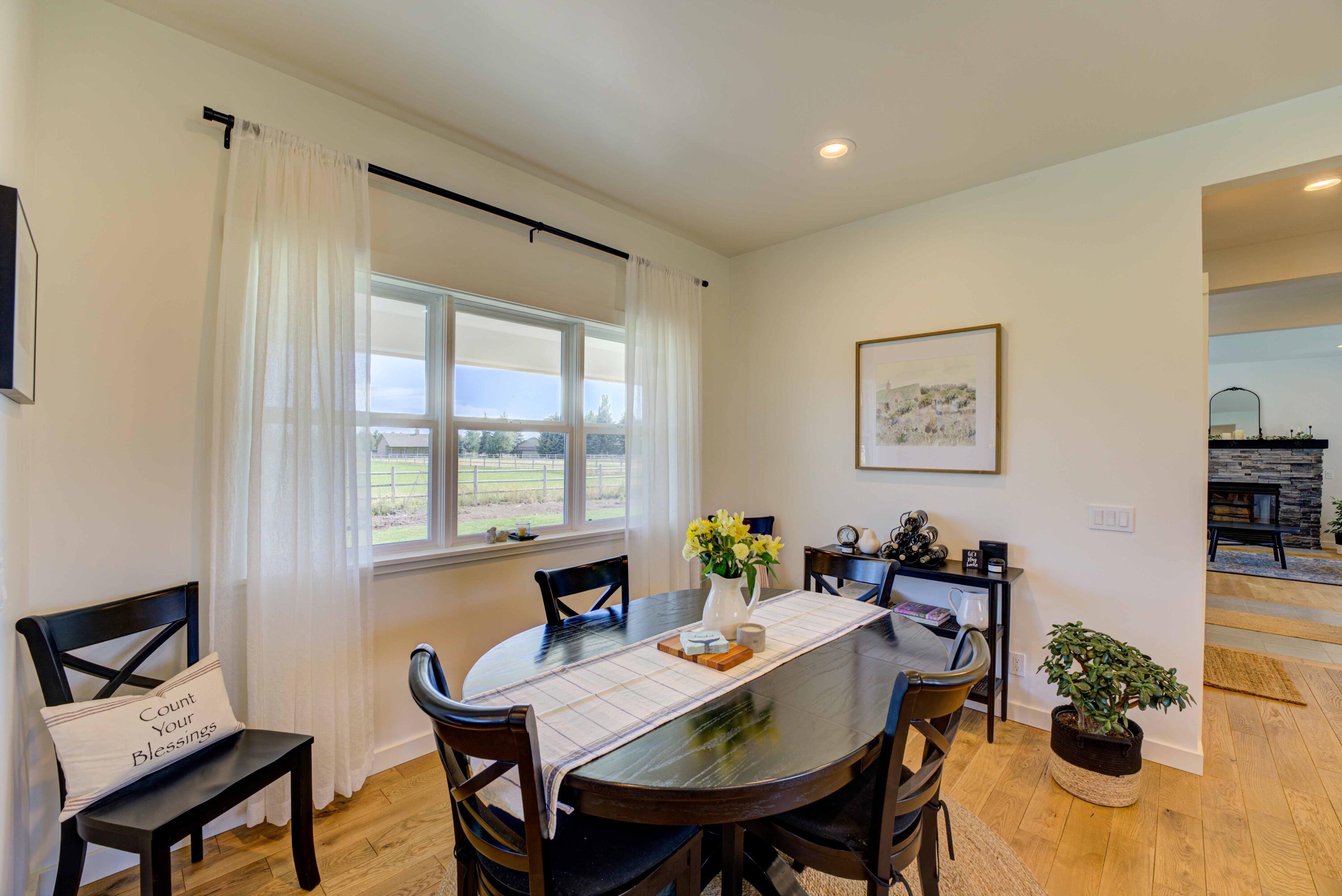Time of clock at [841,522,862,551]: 5:03
